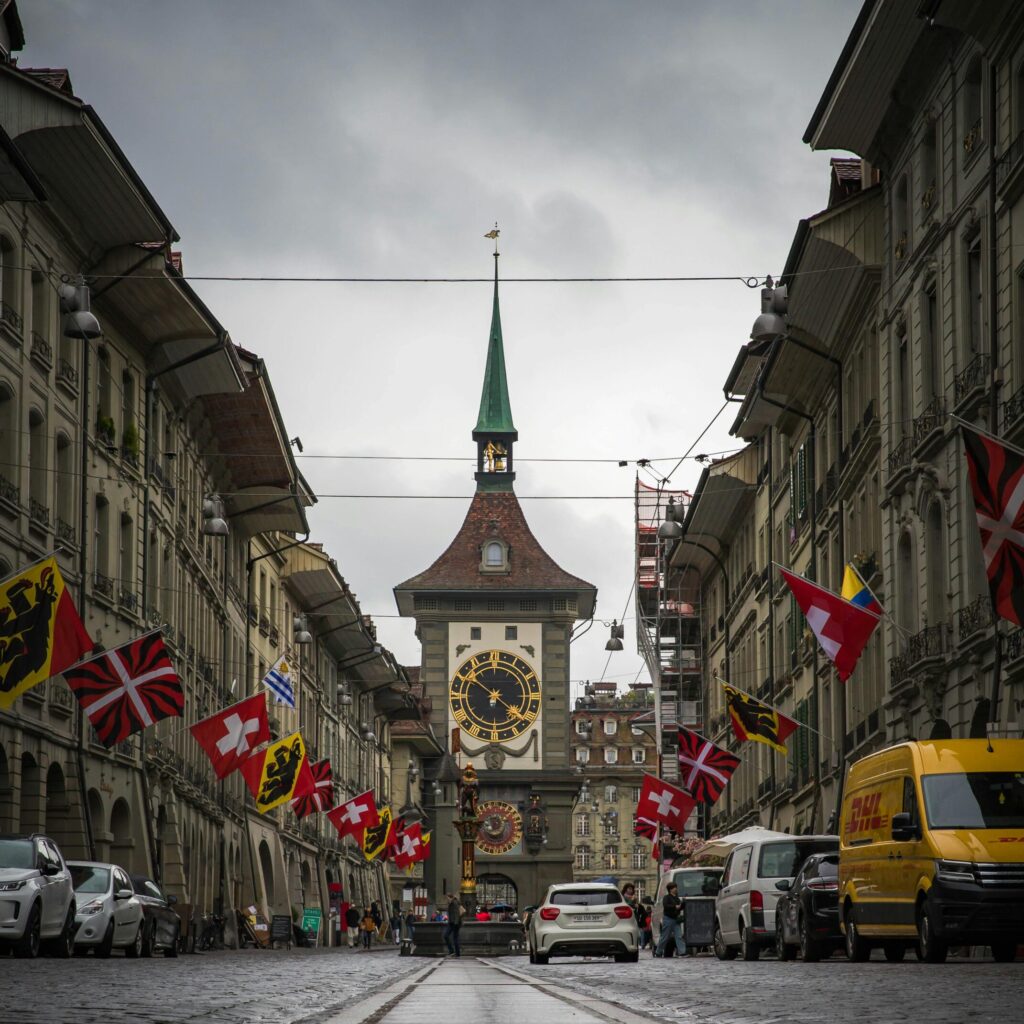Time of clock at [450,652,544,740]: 10:20
